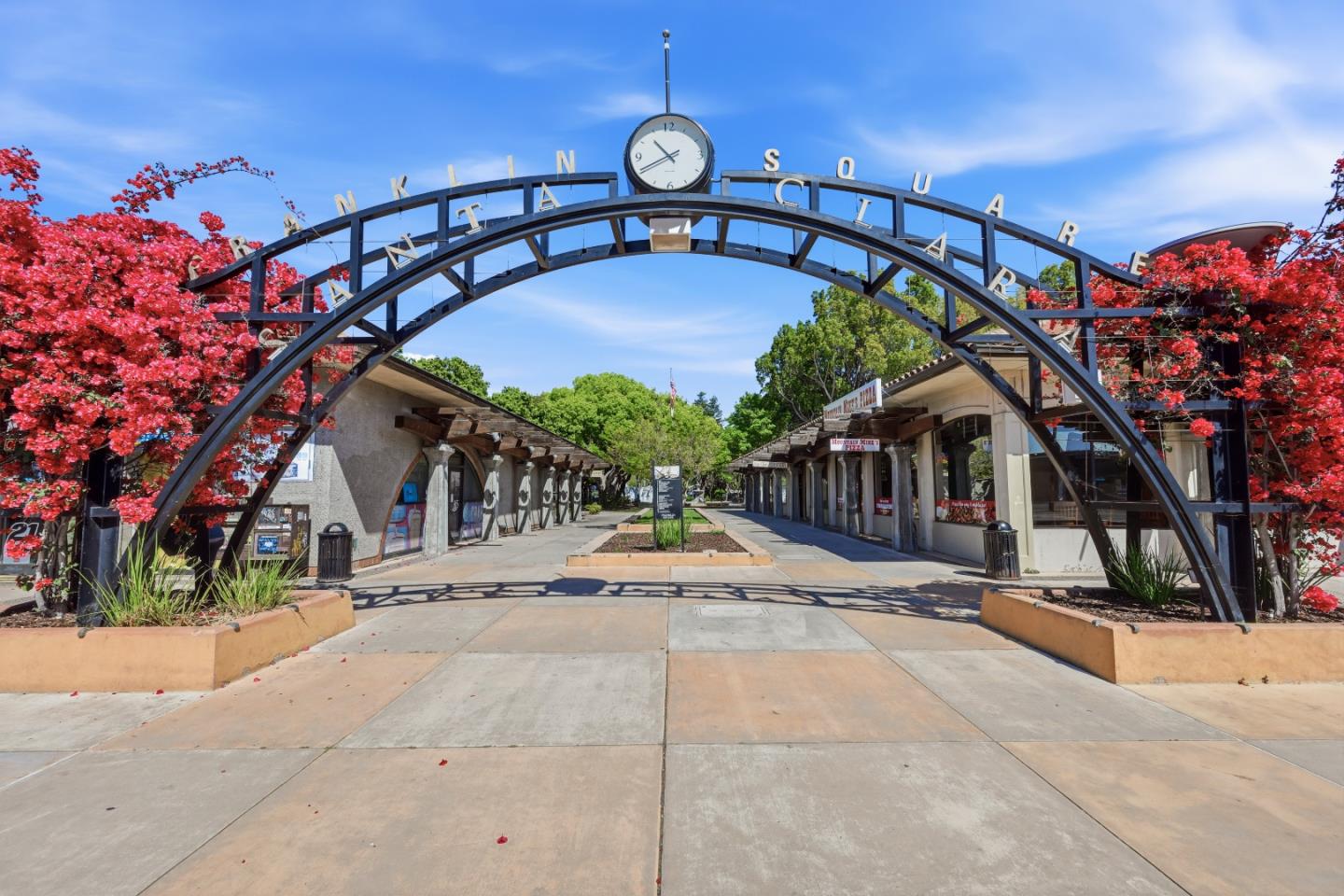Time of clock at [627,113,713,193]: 10:40
